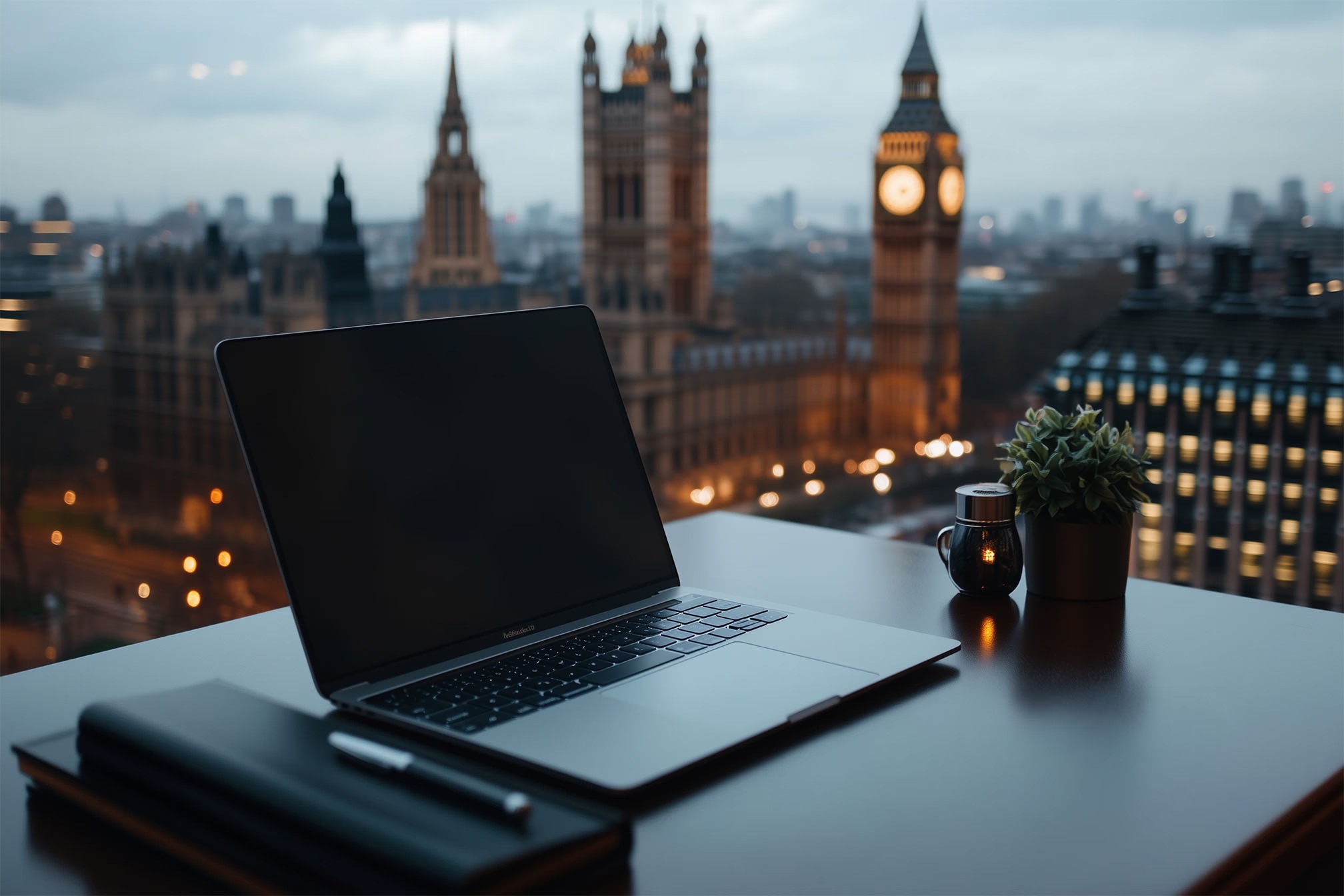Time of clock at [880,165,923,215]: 4:12
